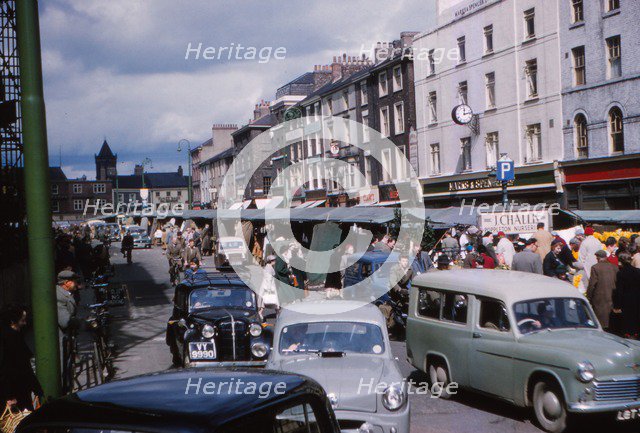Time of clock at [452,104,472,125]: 12:12
